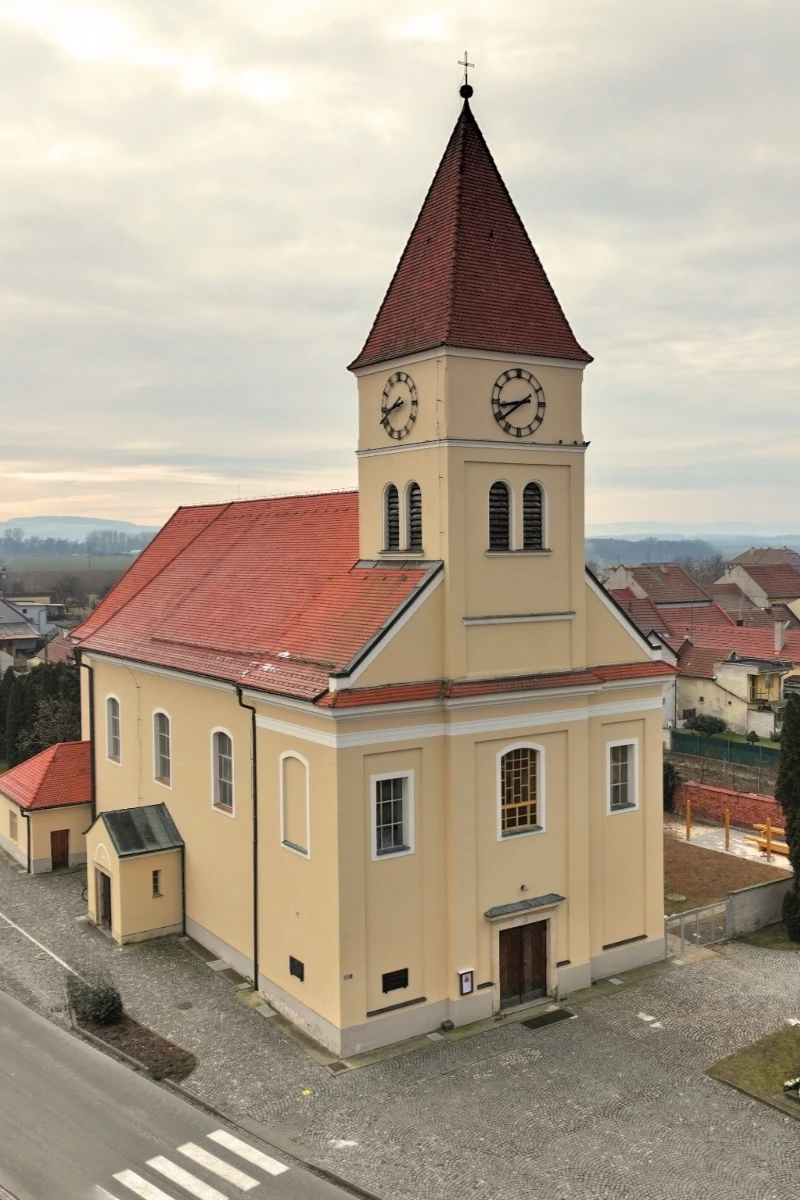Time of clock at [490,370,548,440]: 8:38
